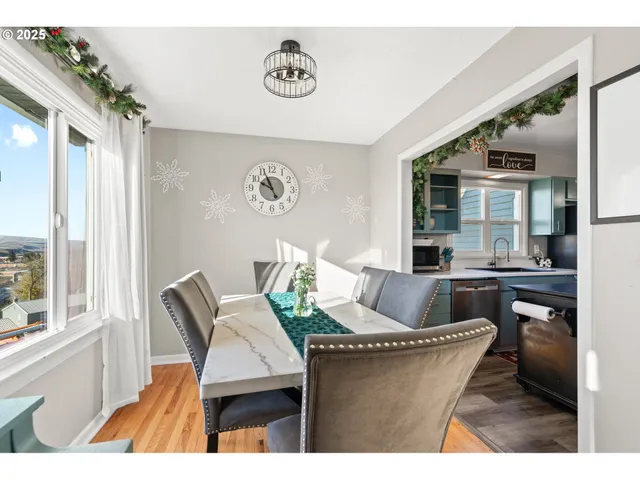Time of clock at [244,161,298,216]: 9:55
